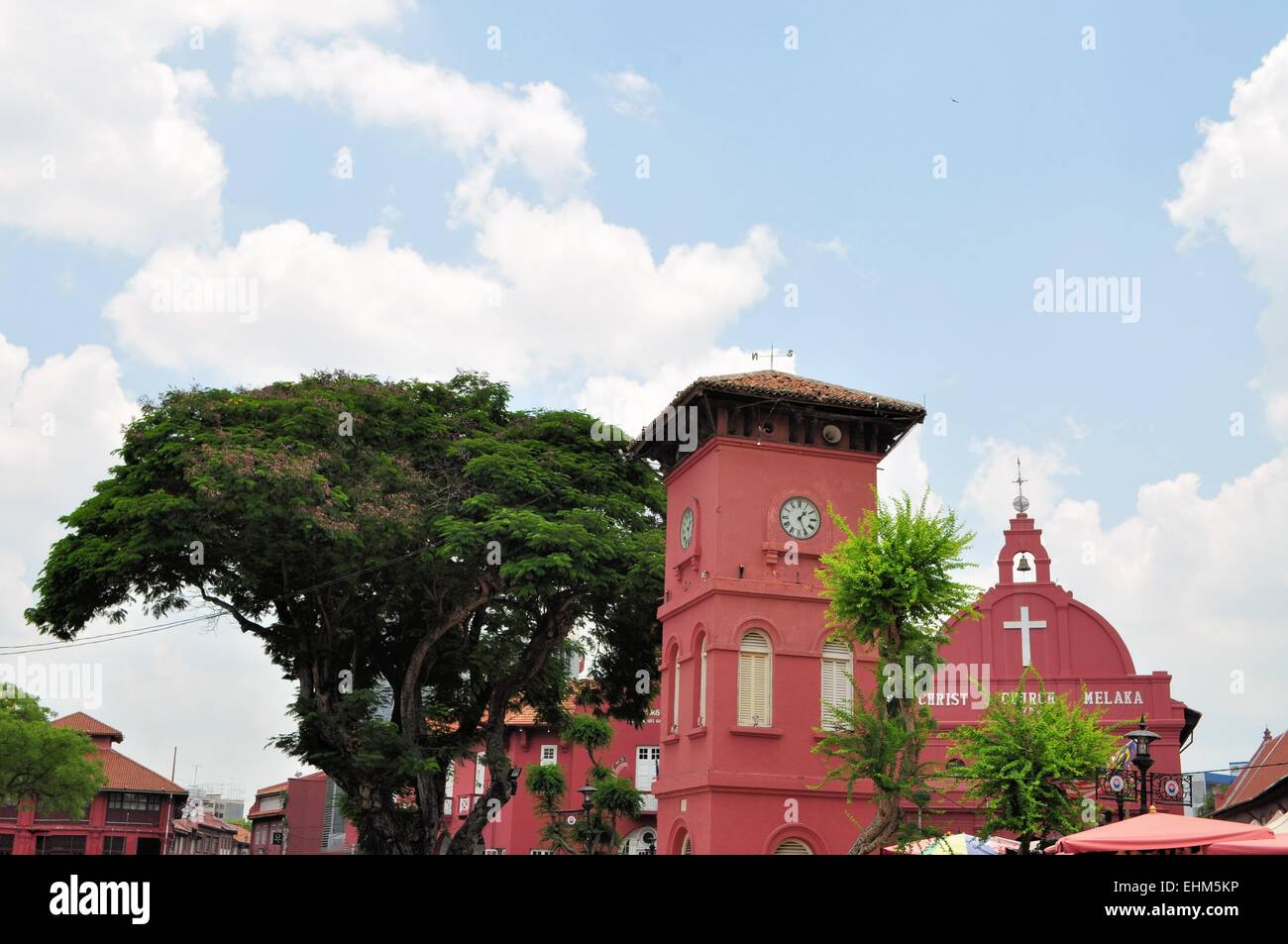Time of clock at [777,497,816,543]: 1:25
